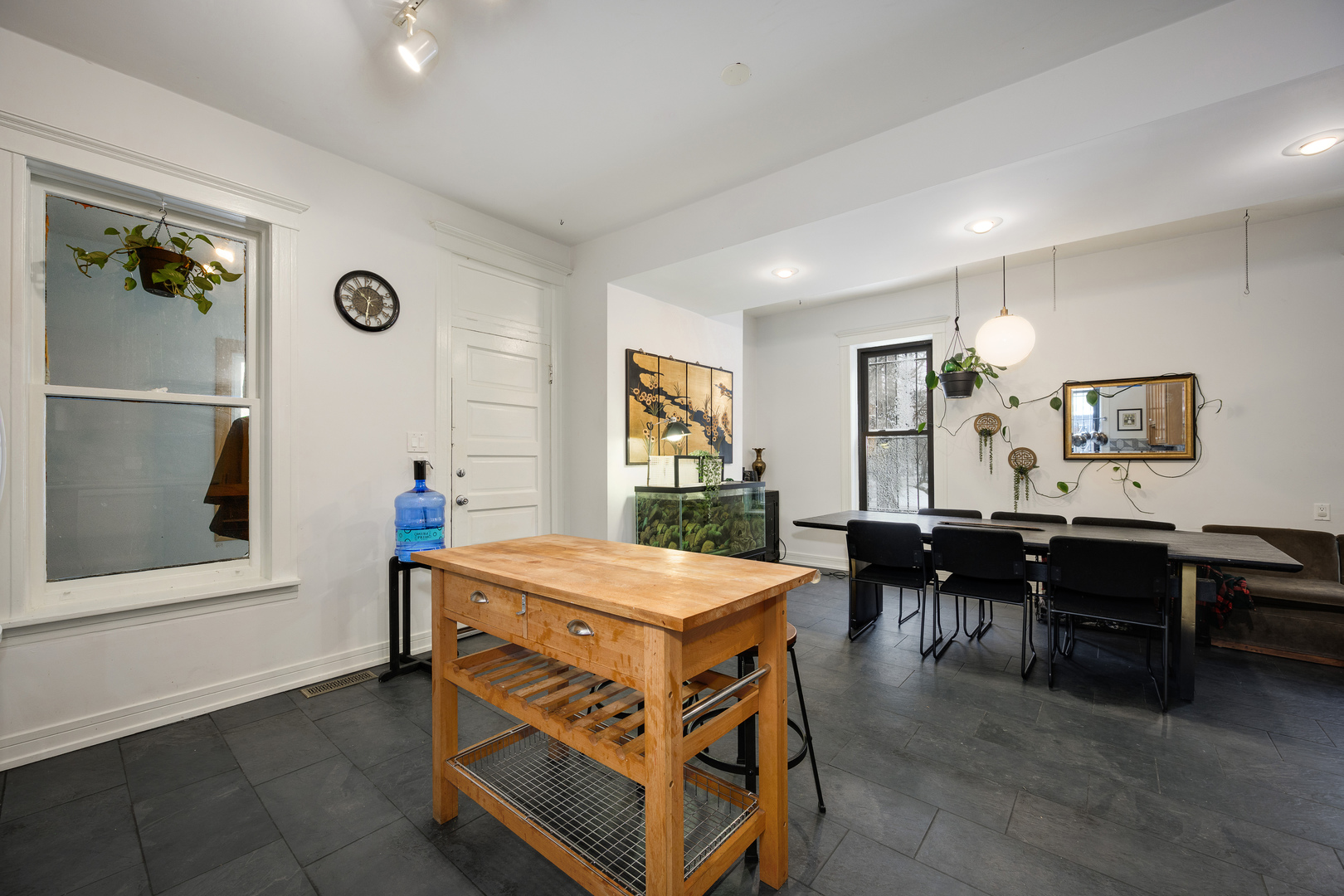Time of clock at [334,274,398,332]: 10:31
